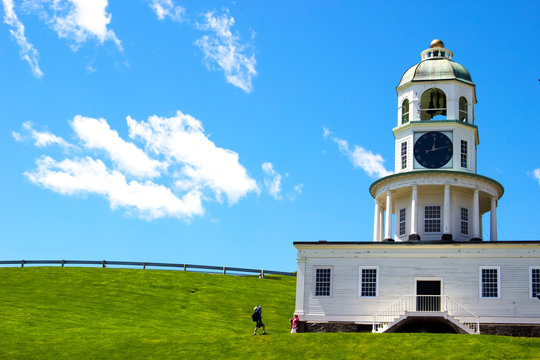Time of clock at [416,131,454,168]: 12:12
